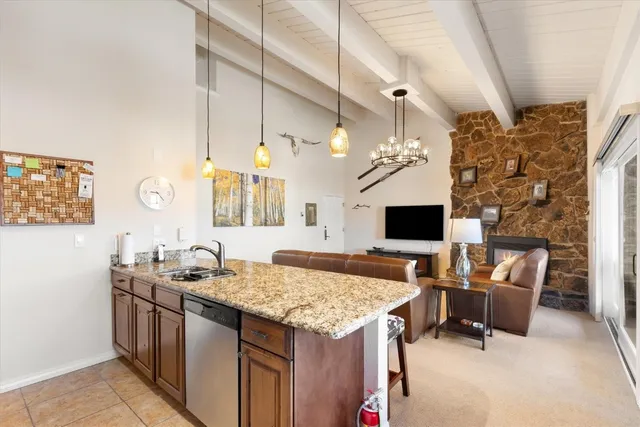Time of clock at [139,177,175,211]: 9:23
